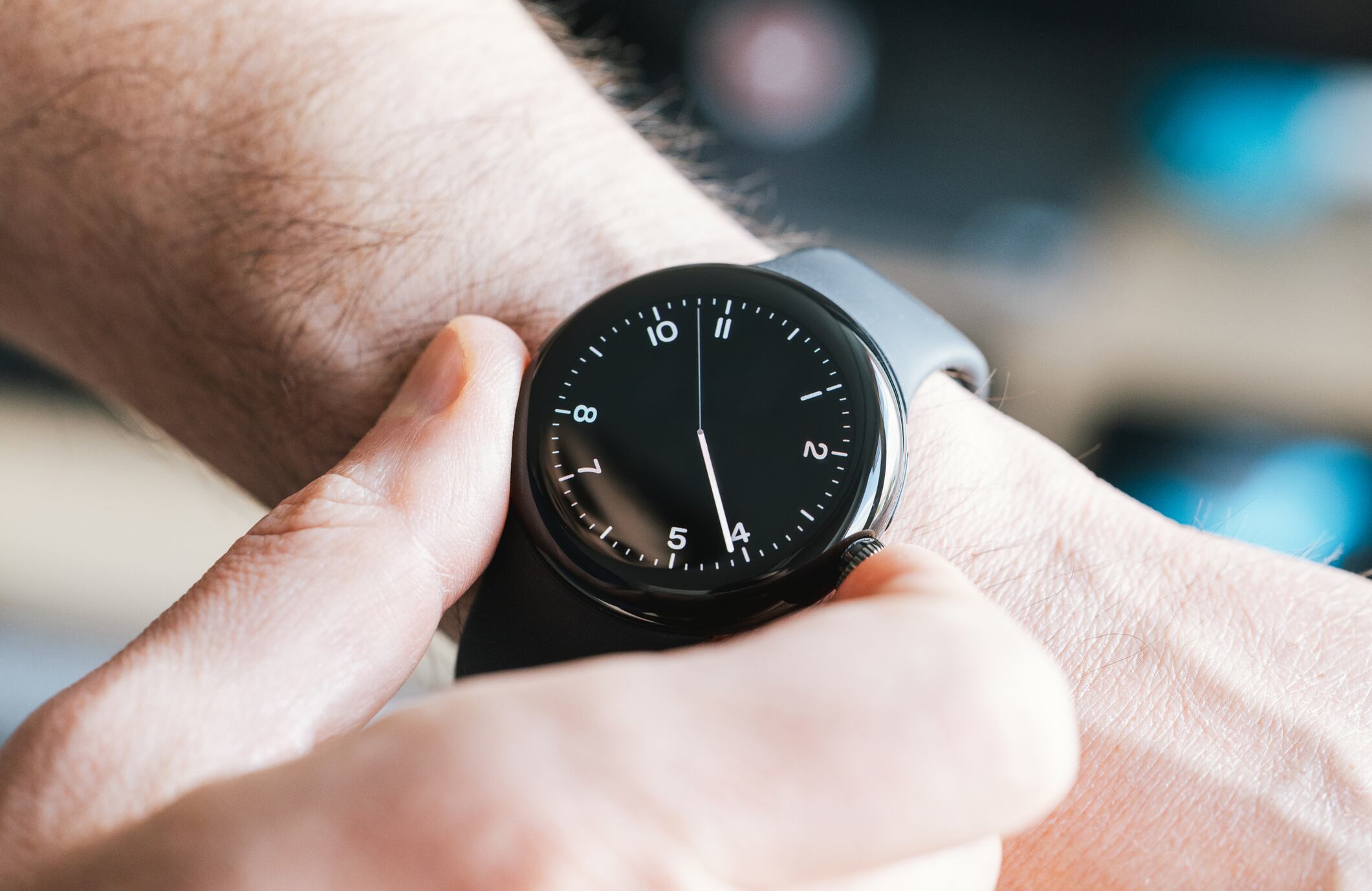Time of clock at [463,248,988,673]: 5:26
